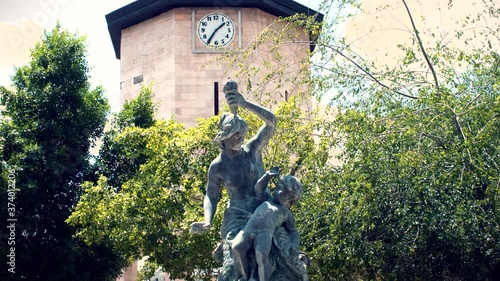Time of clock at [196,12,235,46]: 1:35
